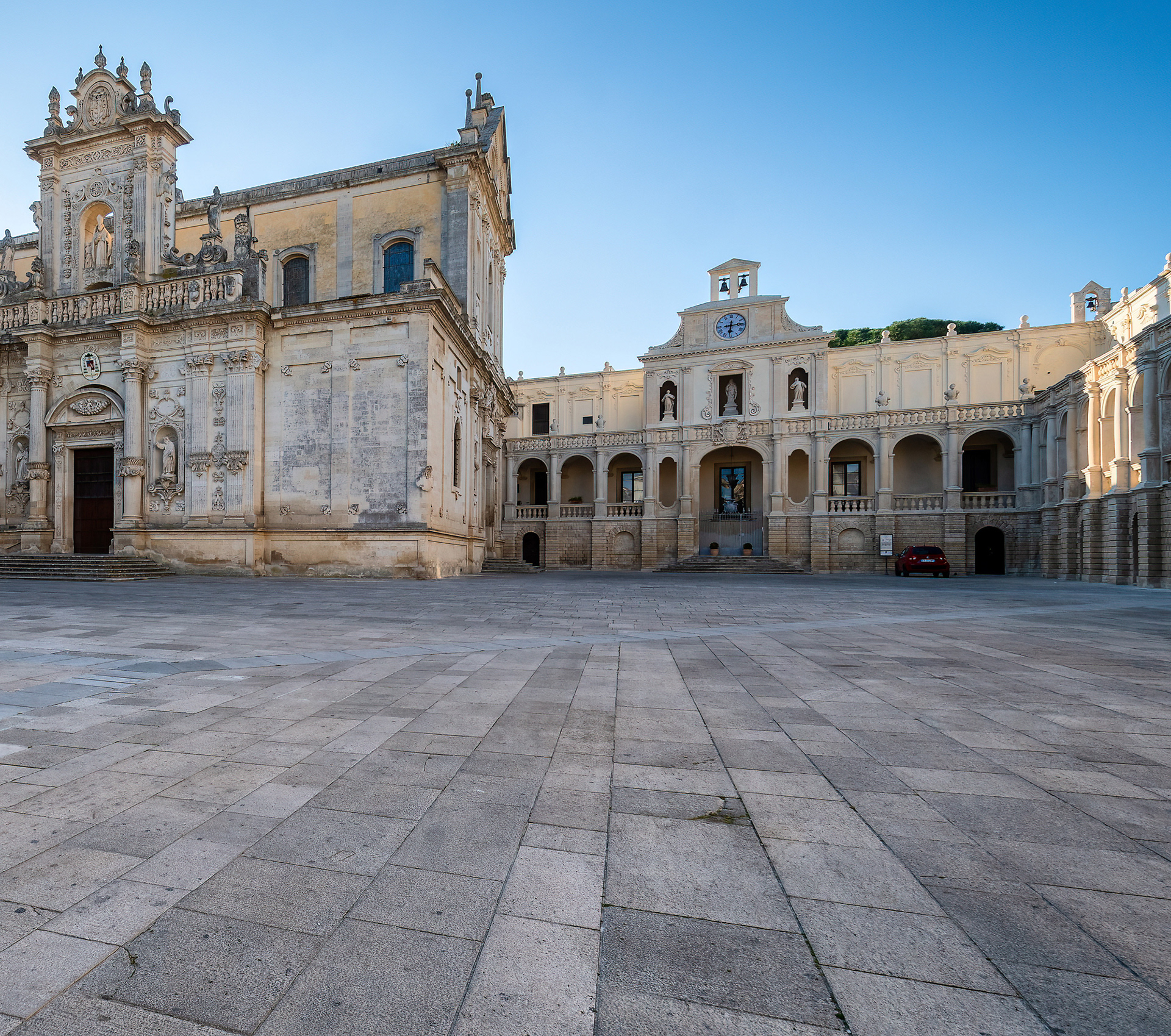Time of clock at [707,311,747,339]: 6:14
